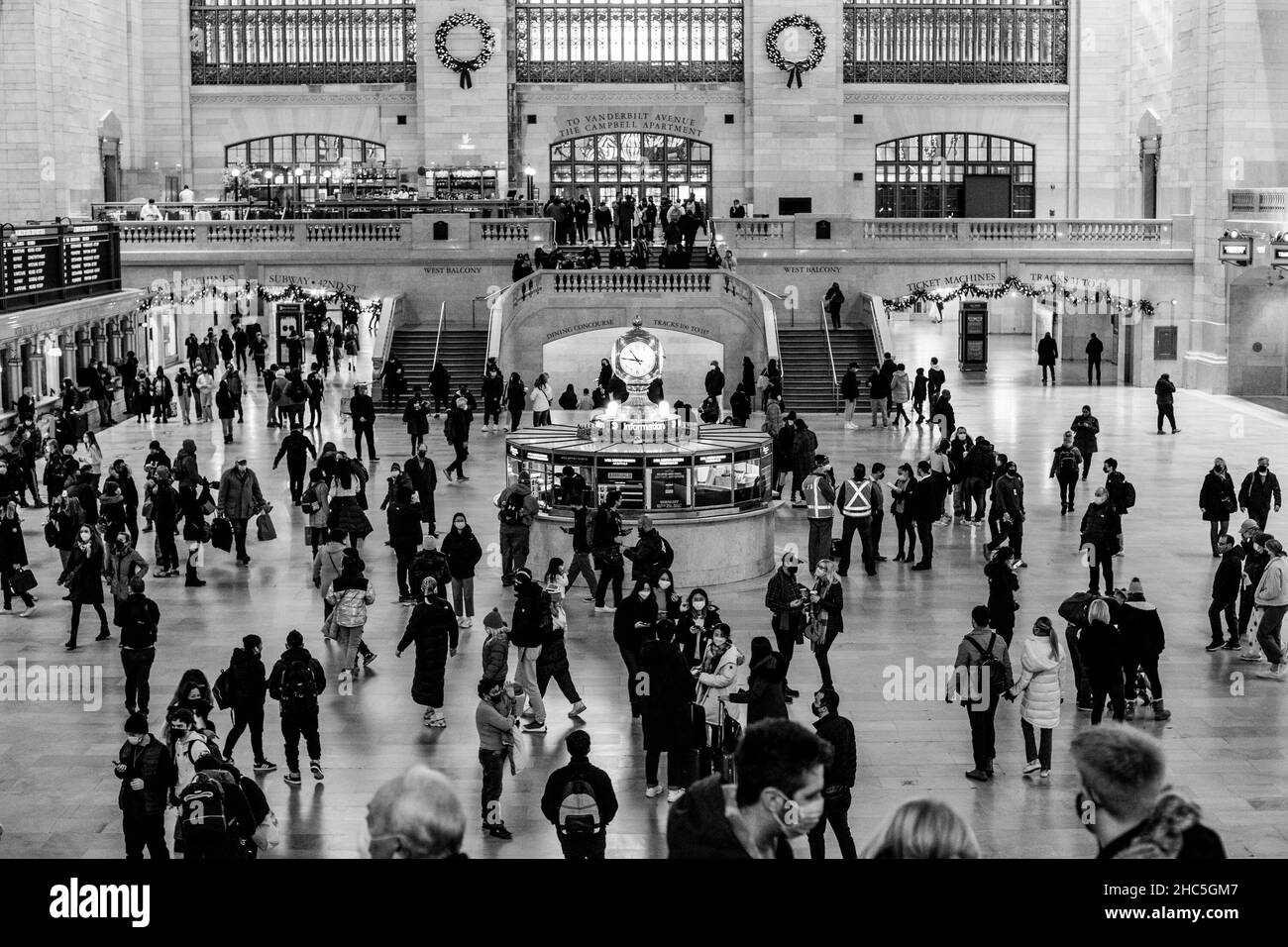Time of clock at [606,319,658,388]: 10:45
